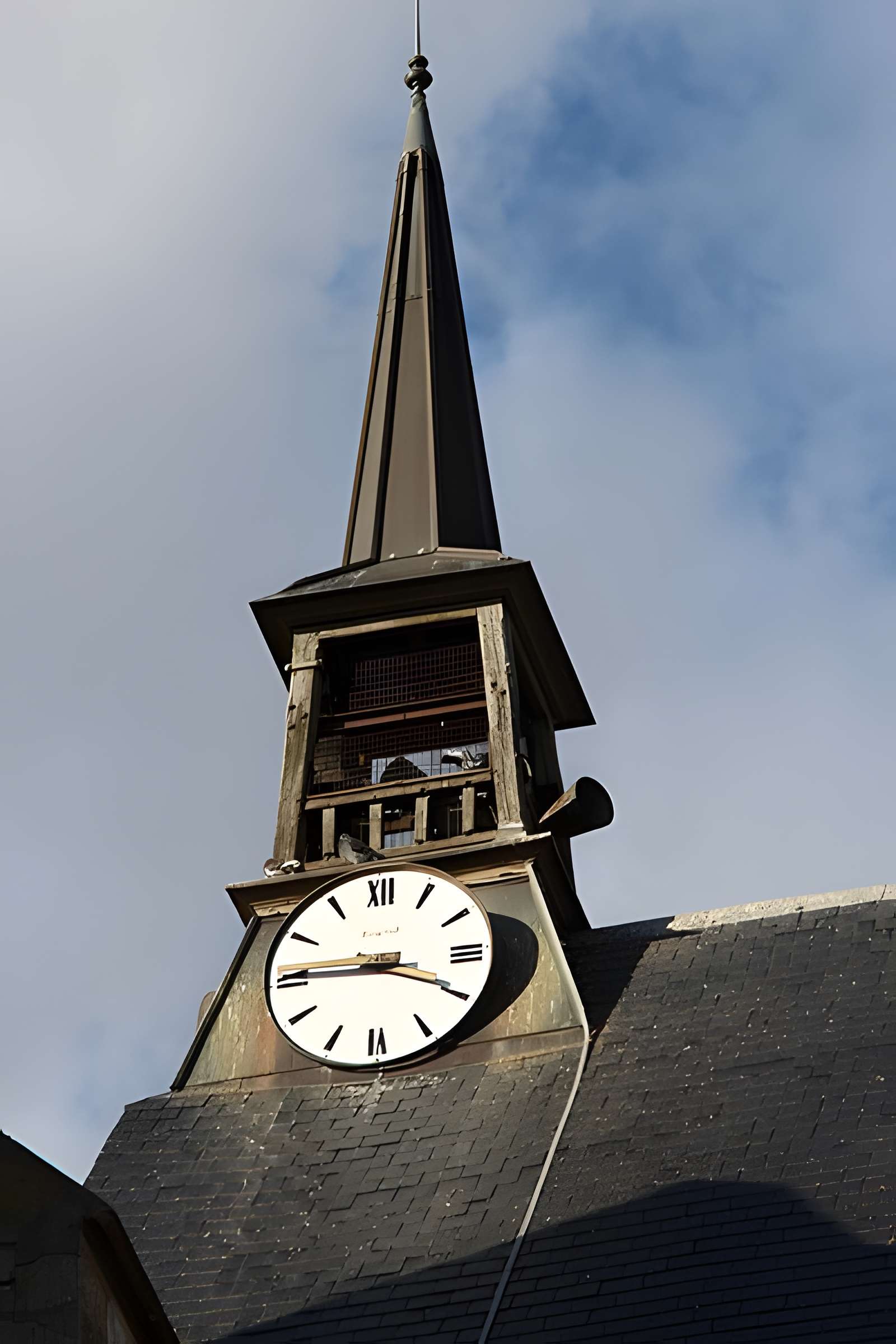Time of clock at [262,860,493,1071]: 3:45
